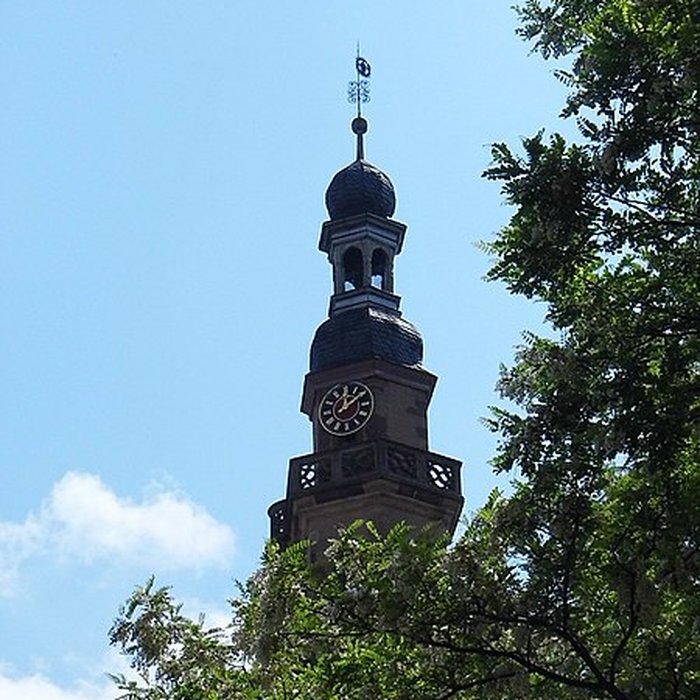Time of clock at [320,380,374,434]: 12:09
